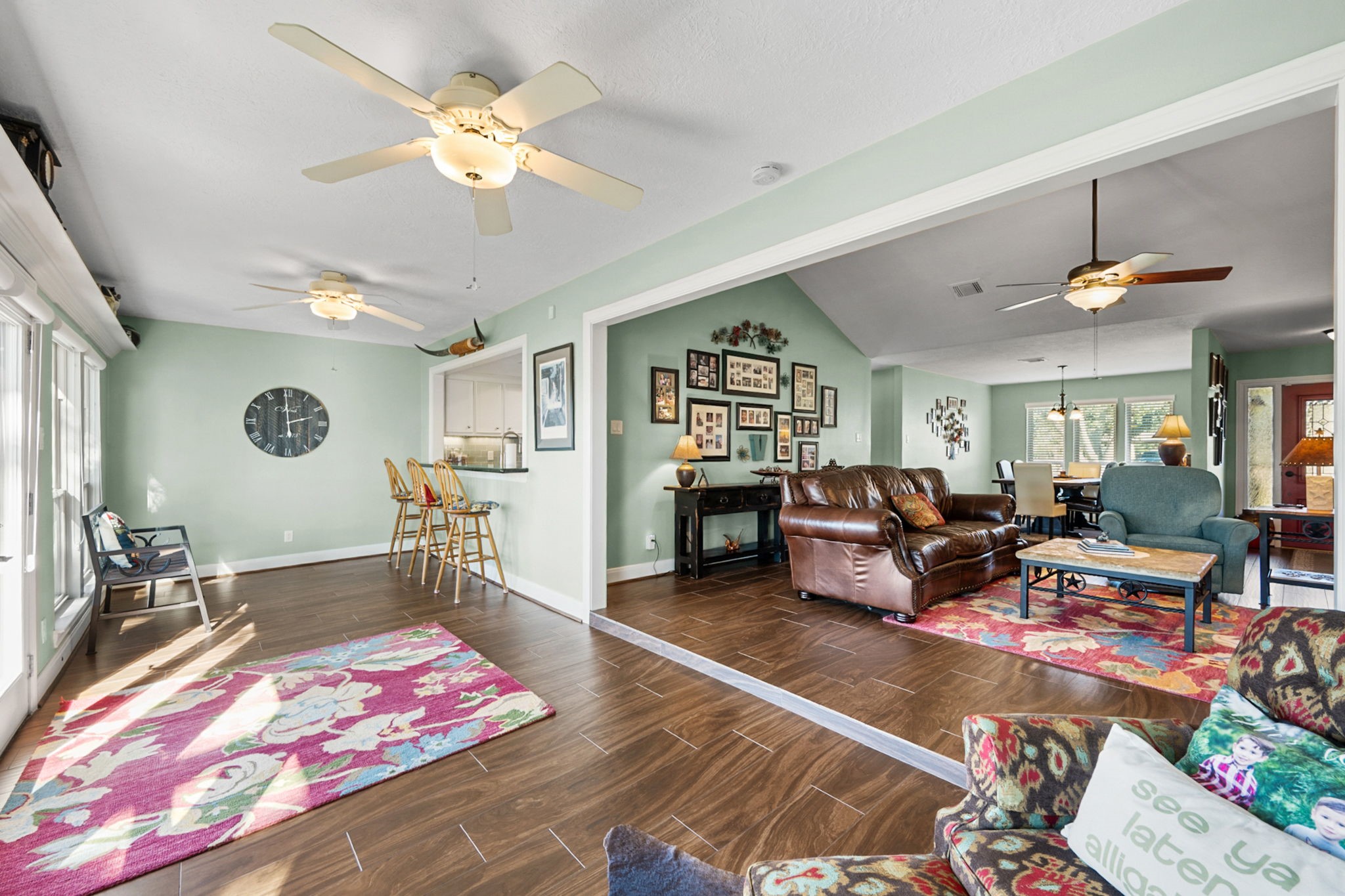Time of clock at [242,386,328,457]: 5:59
